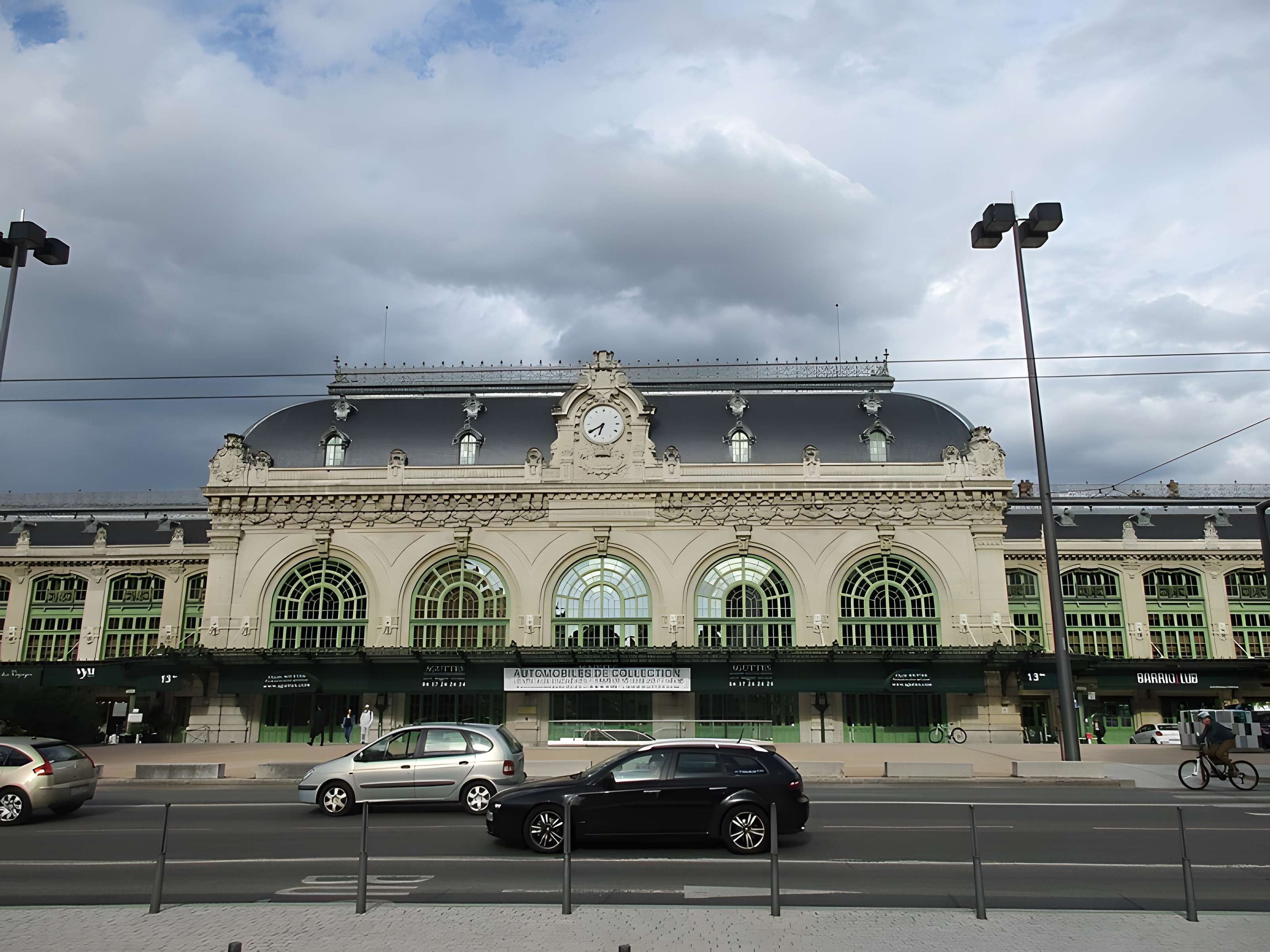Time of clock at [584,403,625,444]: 6:39
